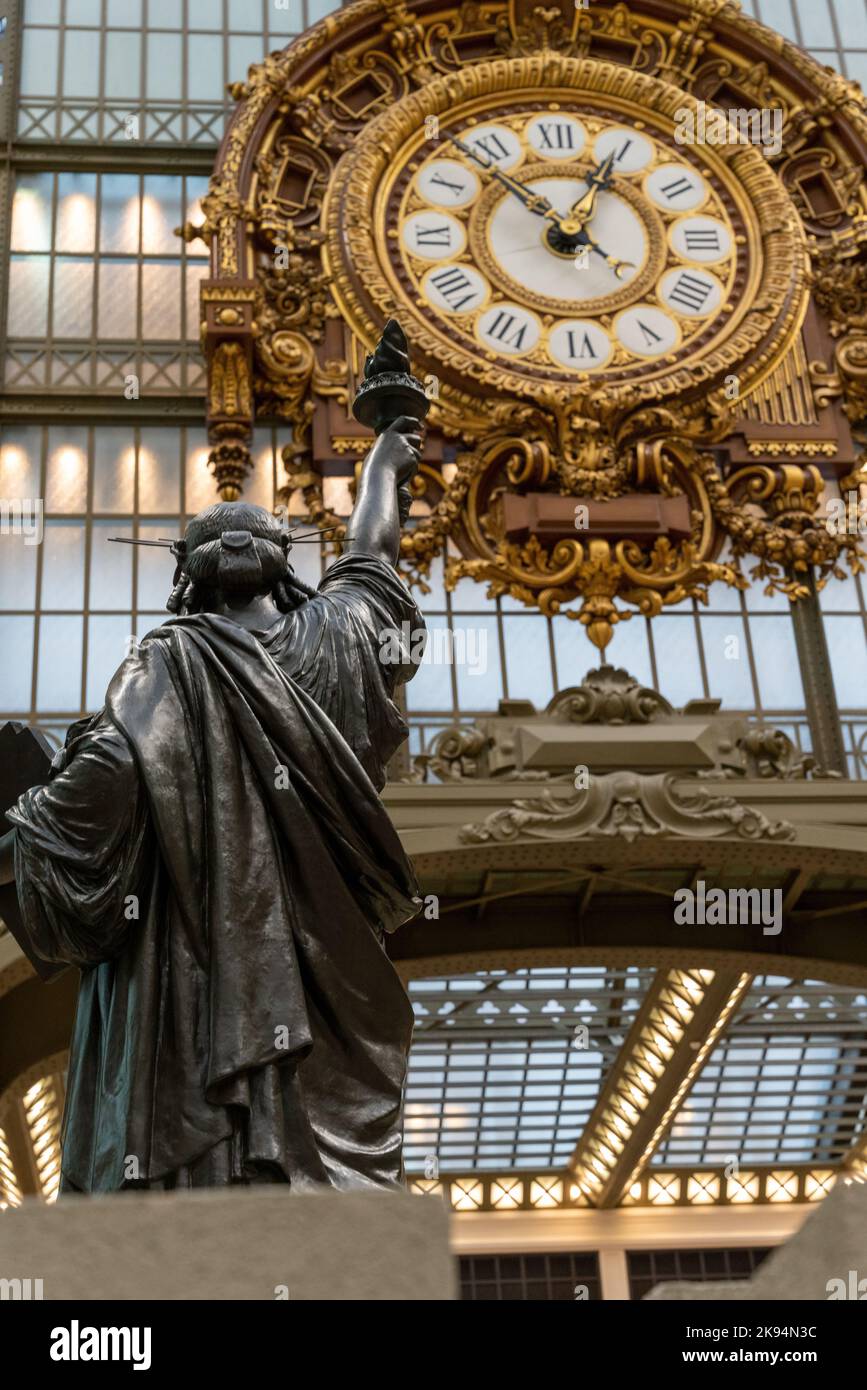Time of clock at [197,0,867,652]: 12:52
